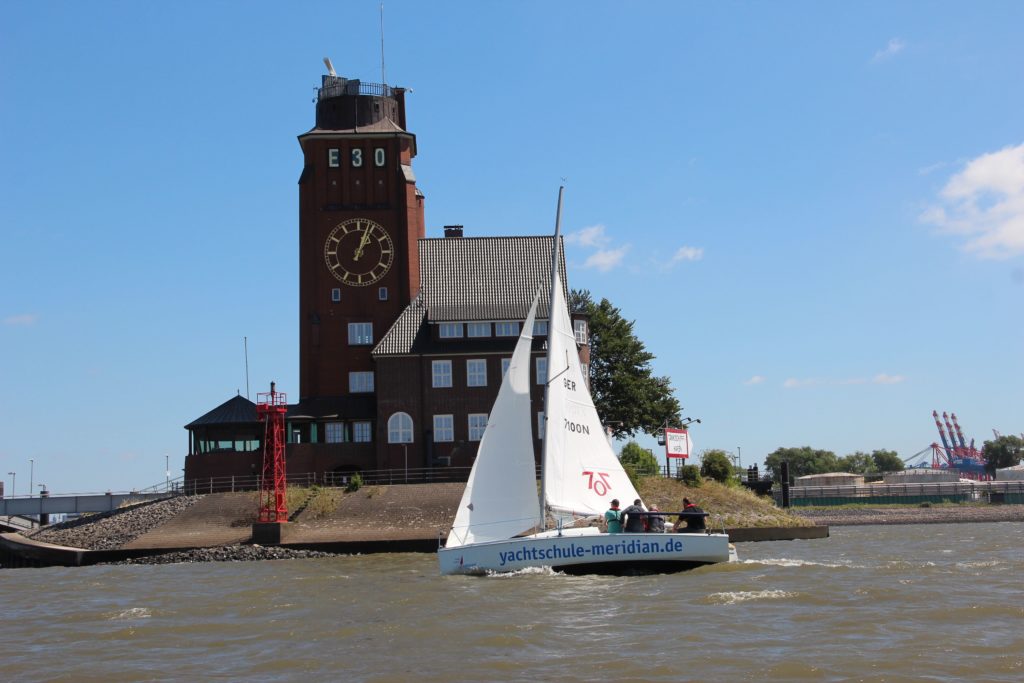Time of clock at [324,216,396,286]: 1:03
